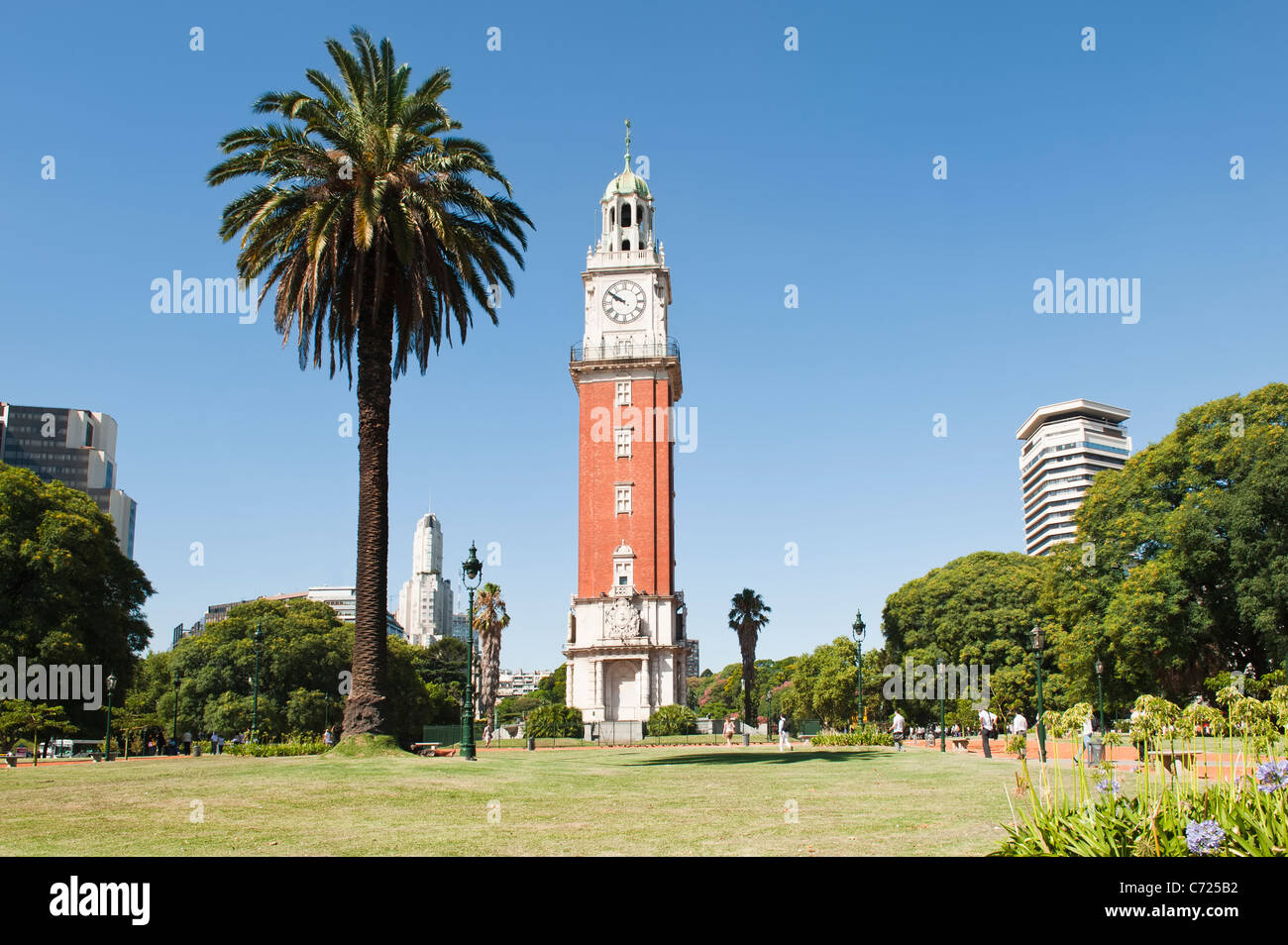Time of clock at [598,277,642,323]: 9:50
